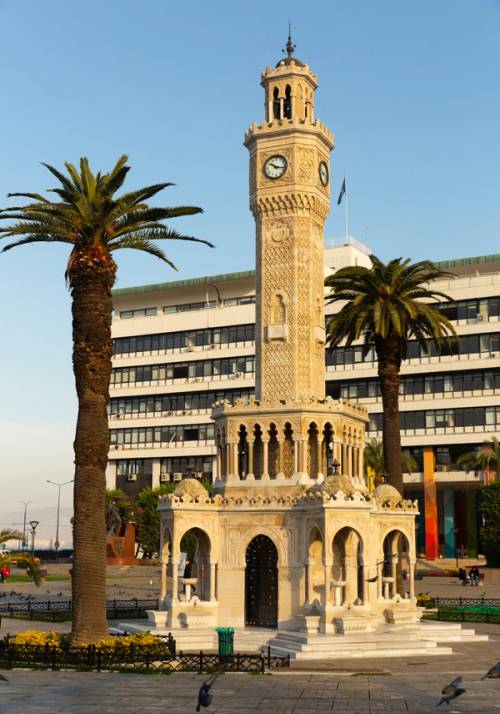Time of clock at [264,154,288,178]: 10:17
